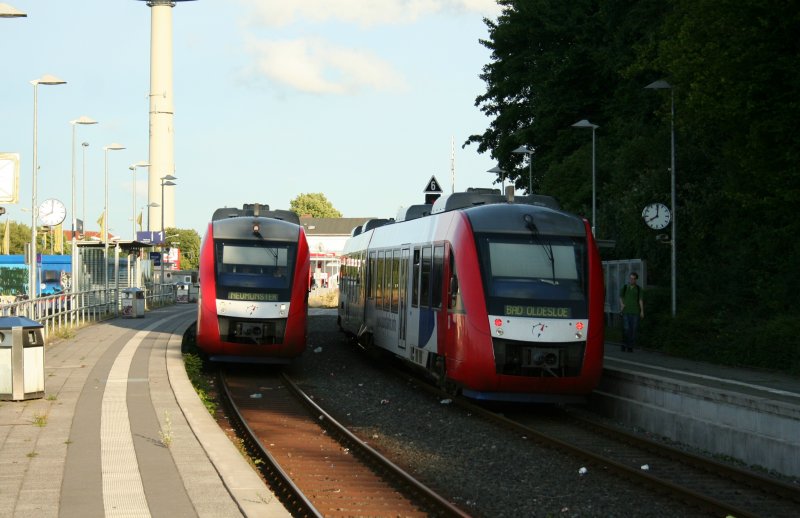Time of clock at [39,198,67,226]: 8:00
